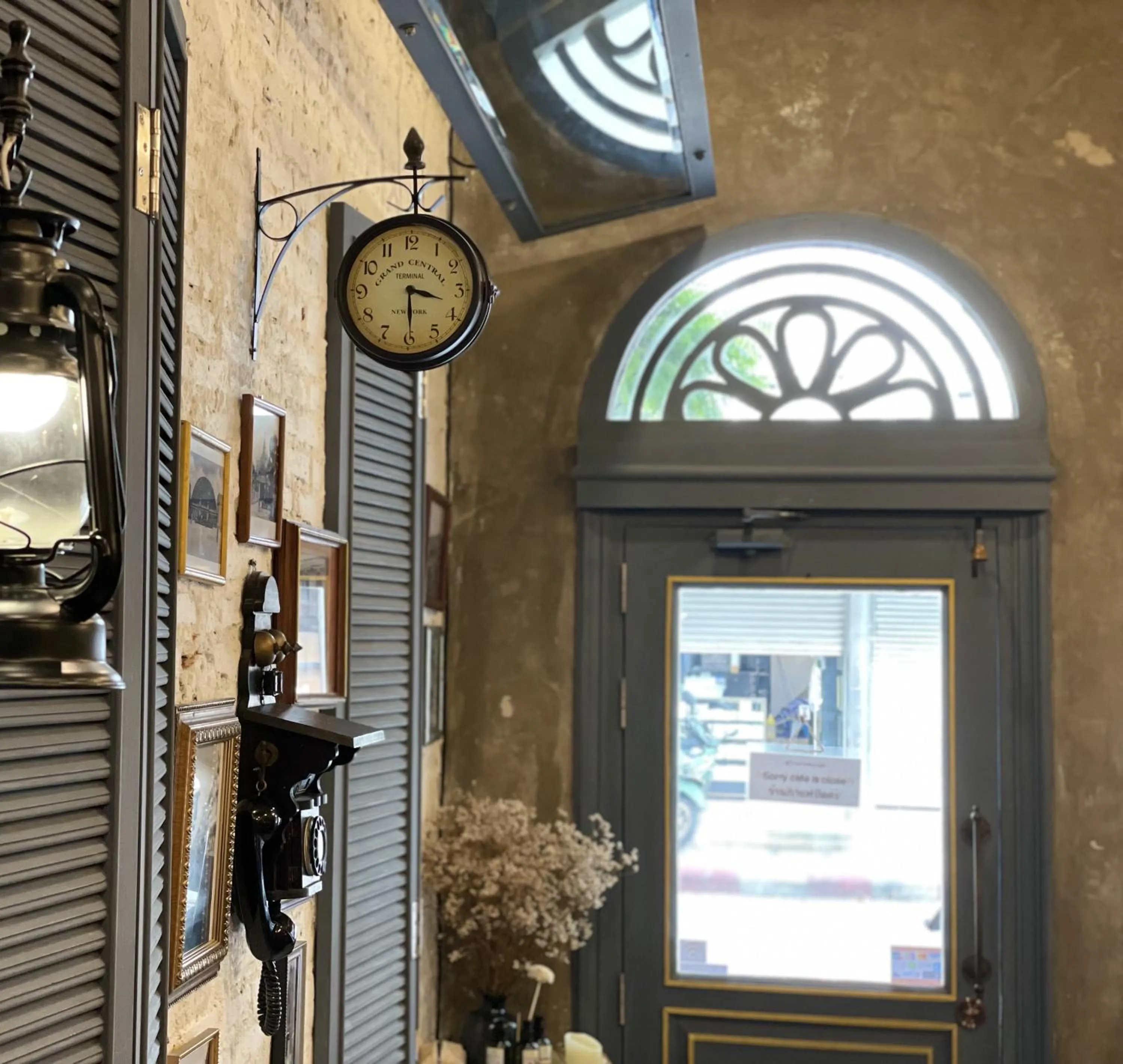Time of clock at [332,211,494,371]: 3:29
